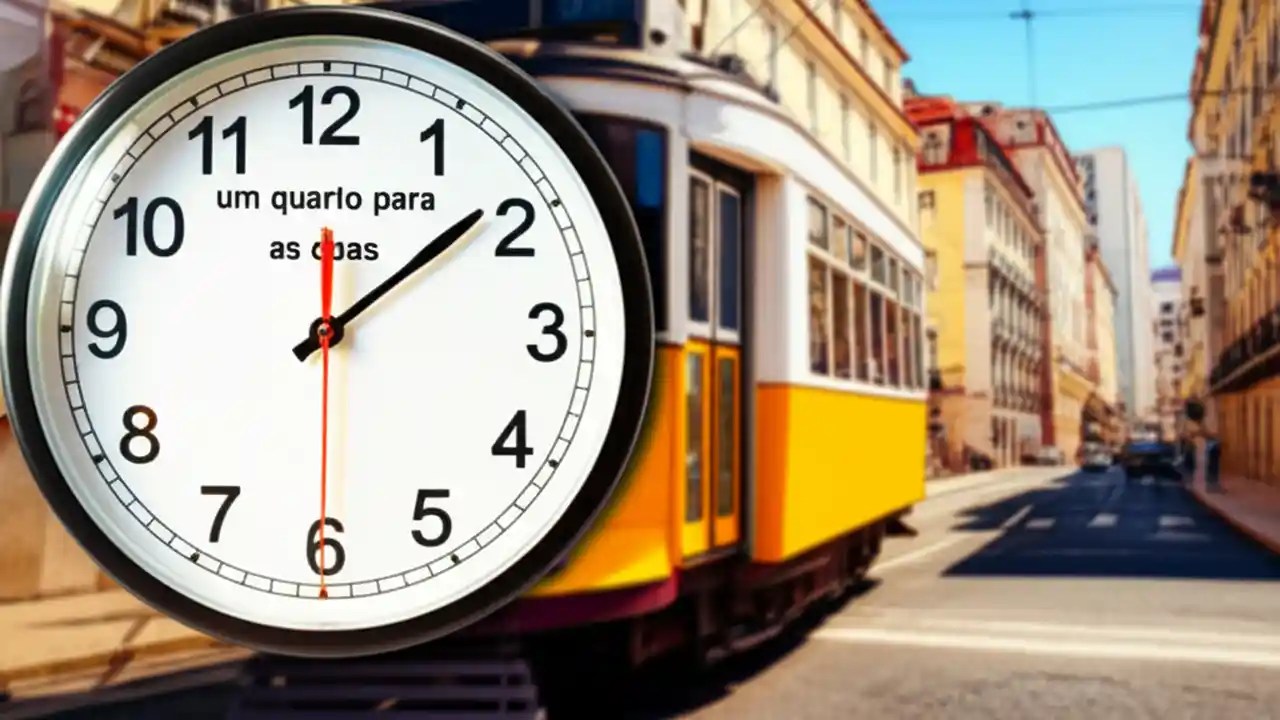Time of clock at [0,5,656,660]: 12:08
